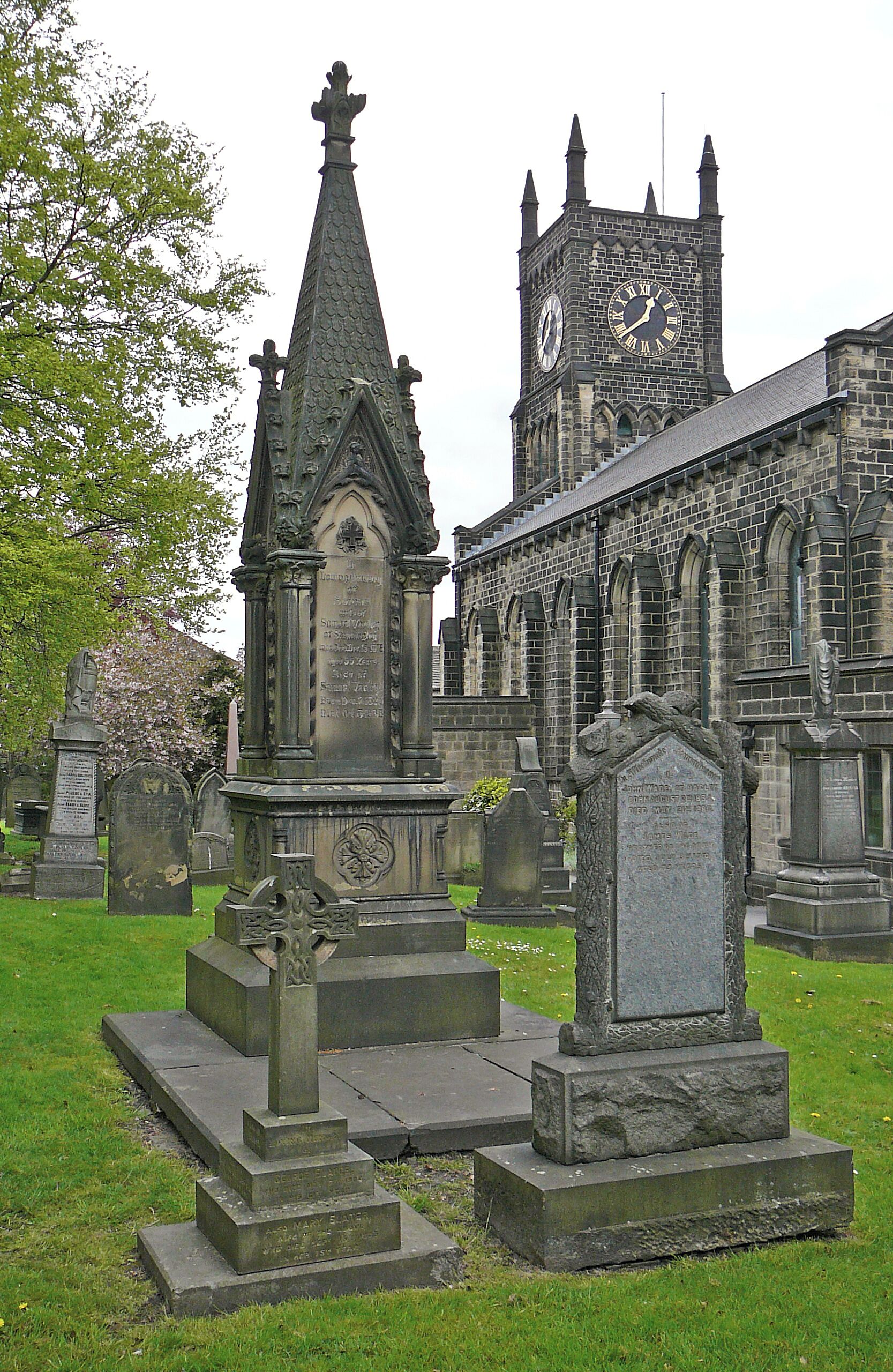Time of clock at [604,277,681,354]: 12:39
